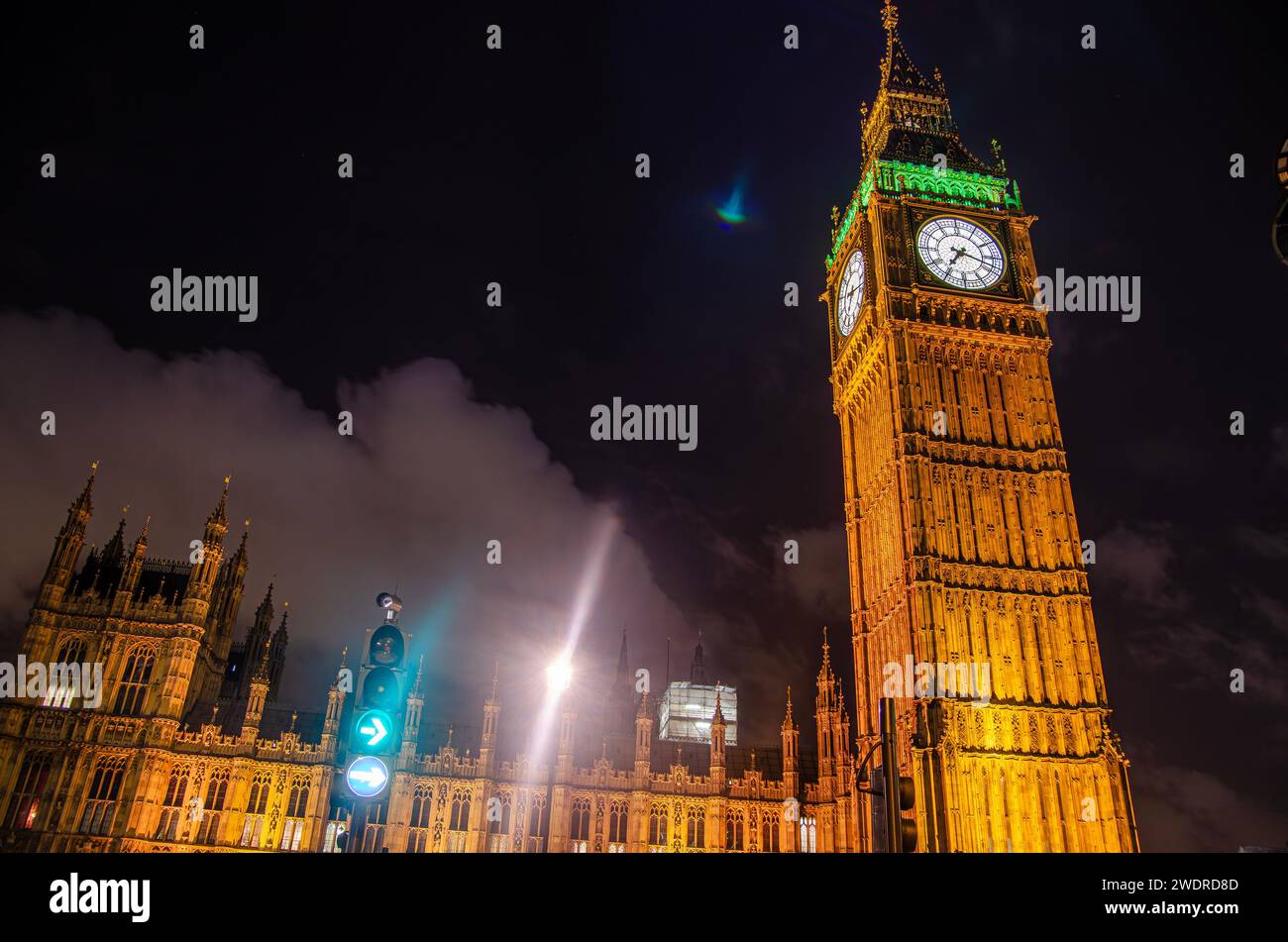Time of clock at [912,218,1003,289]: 7:18
